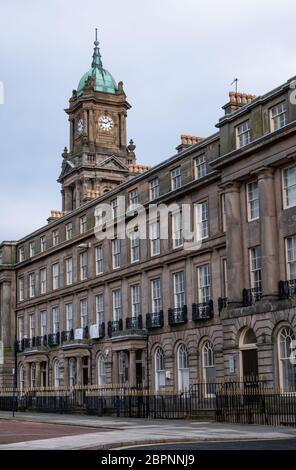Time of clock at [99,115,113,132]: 1:46
